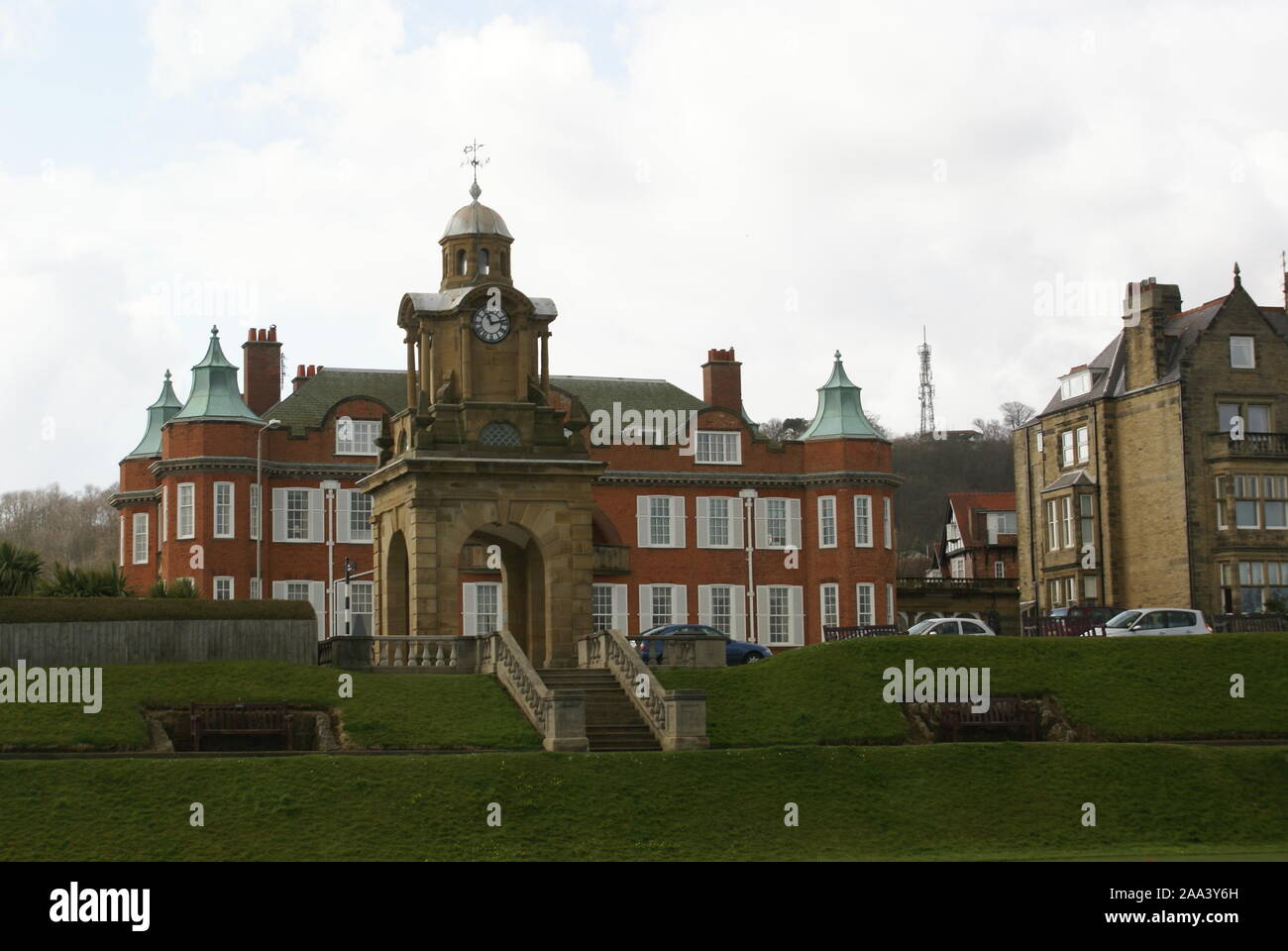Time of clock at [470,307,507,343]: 11:12
